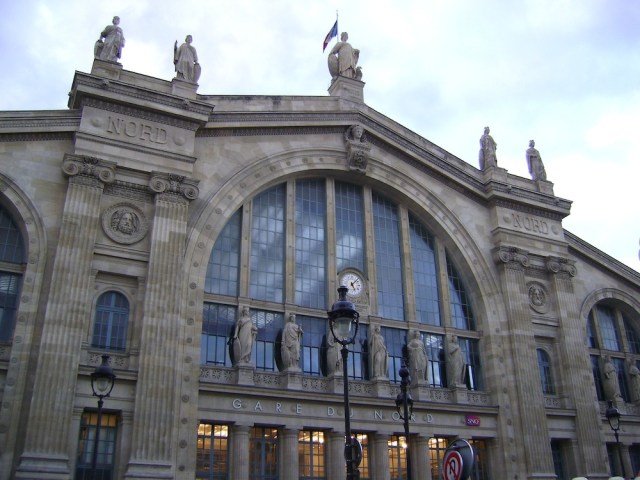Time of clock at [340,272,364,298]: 5:07
